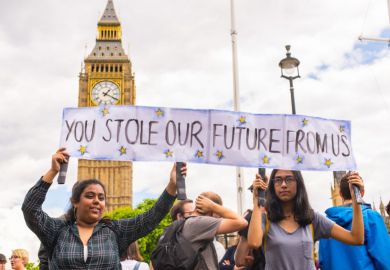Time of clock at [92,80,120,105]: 1:18
